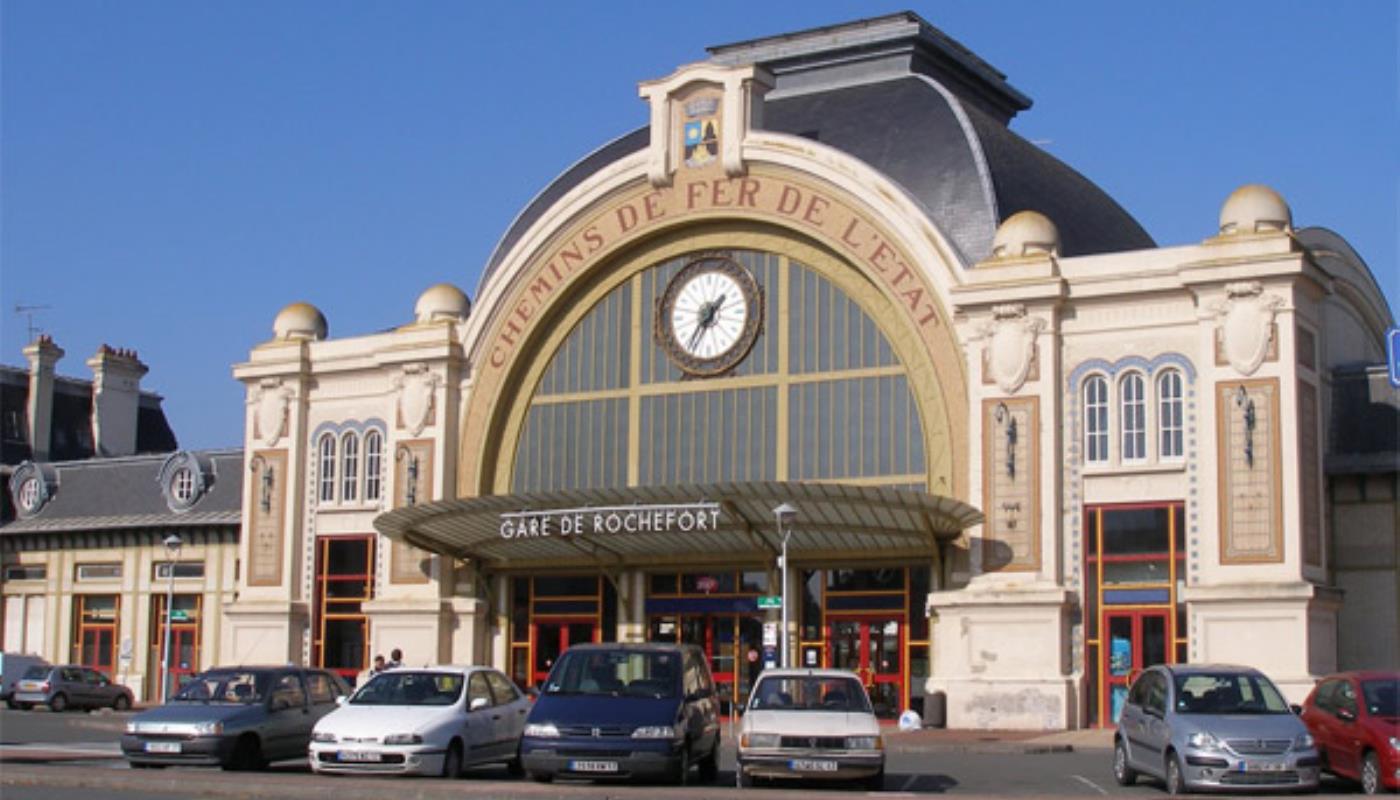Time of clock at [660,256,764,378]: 1:36
